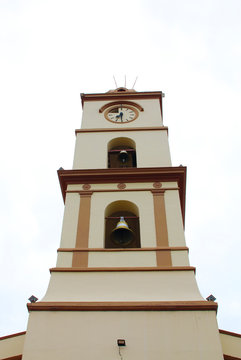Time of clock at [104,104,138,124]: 7:30
